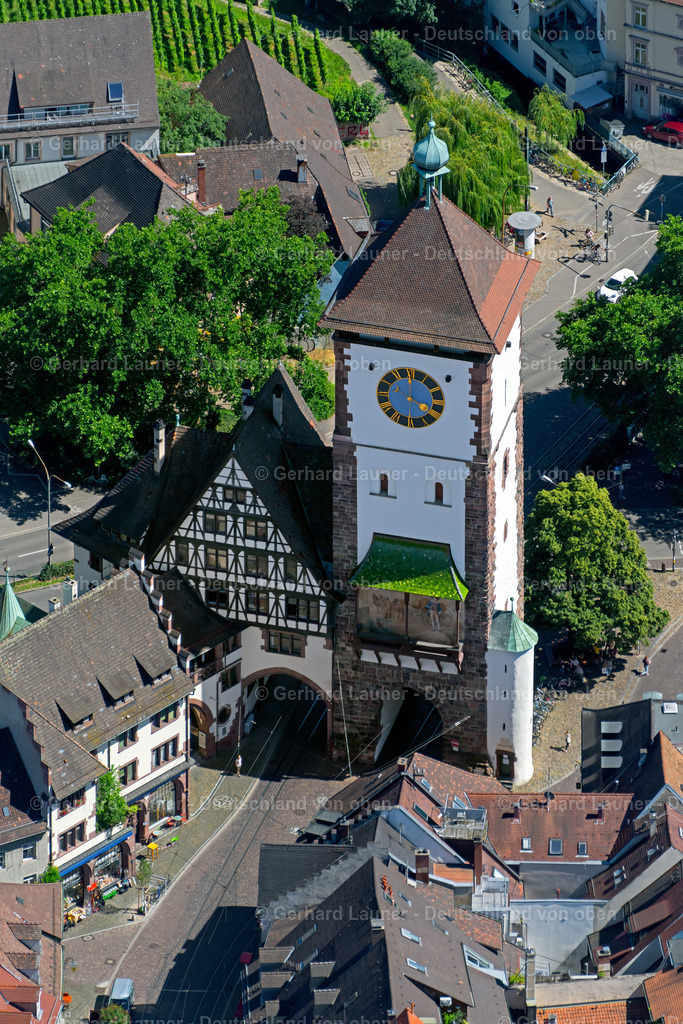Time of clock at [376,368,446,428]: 3:59
